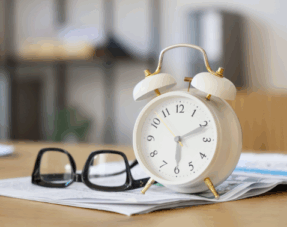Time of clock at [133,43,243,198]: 6:10
